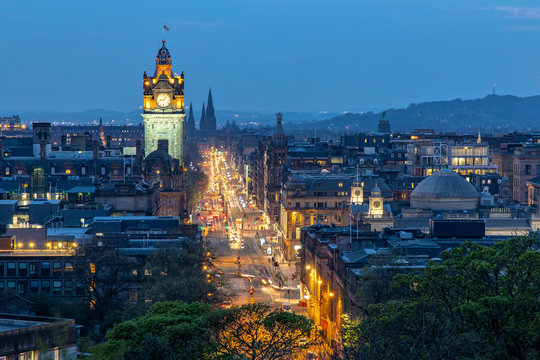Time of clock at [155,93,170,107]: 9:07
